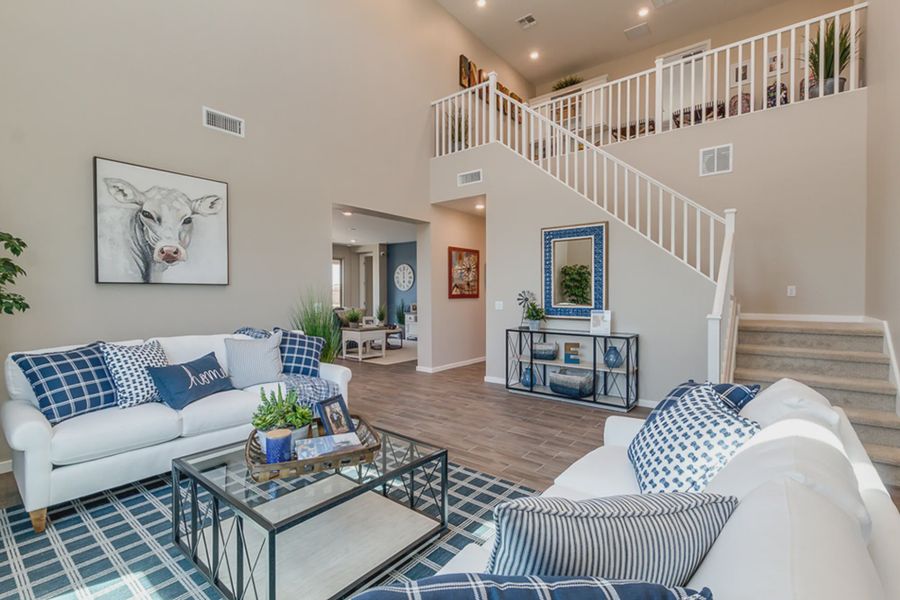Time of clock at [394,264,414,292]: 5:59
